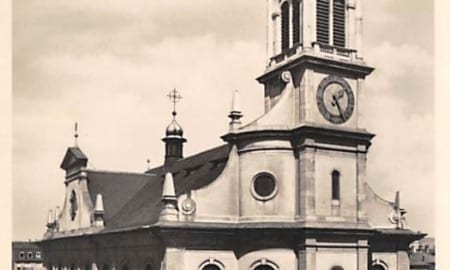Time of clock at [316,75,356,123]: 1:24
